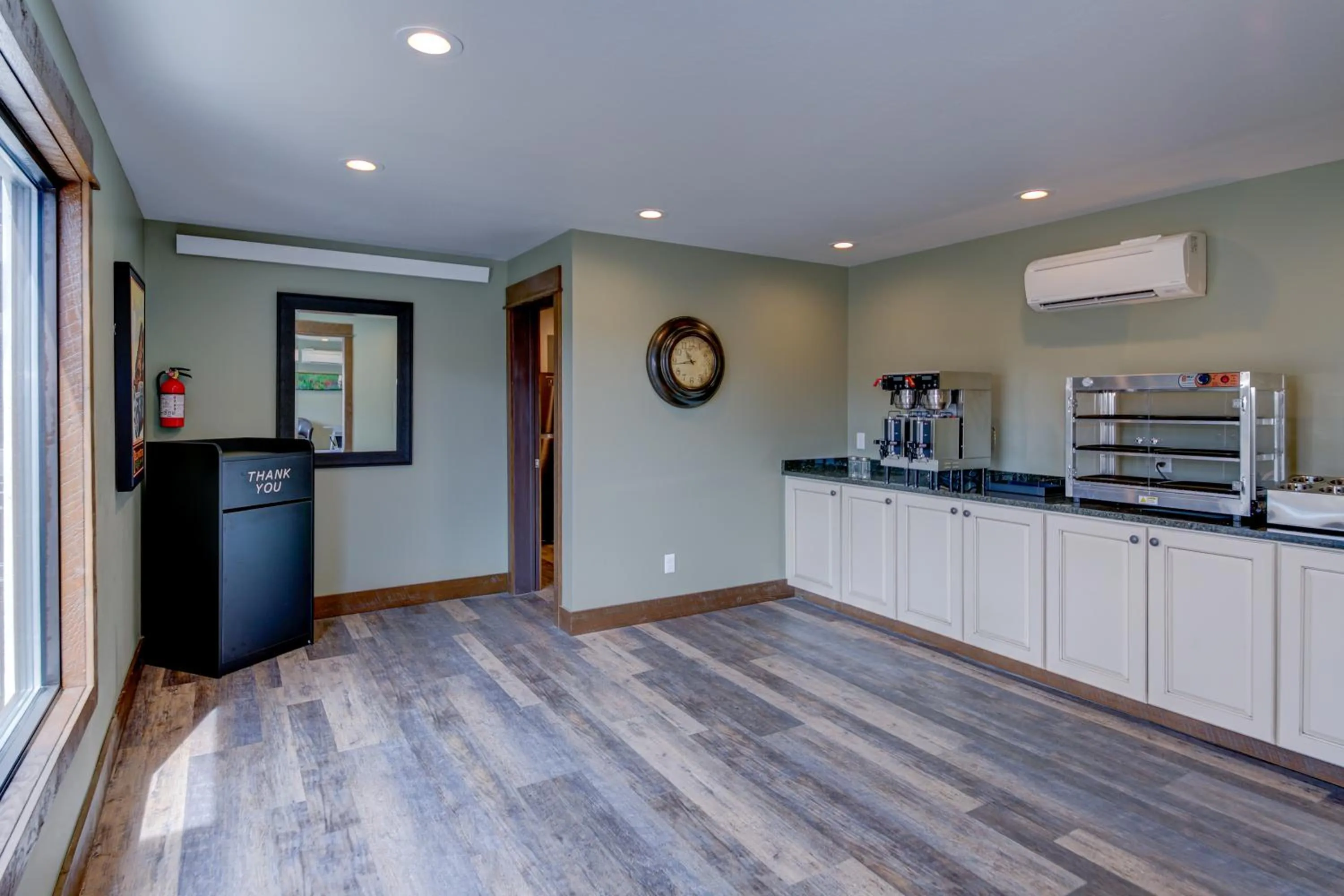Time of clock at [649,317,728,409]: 10:43
